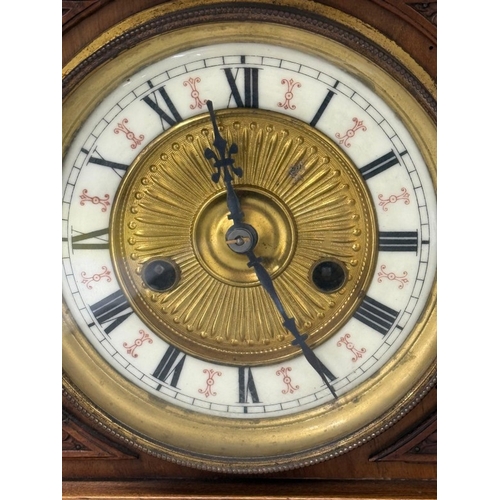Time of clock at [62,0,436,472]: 11:25
